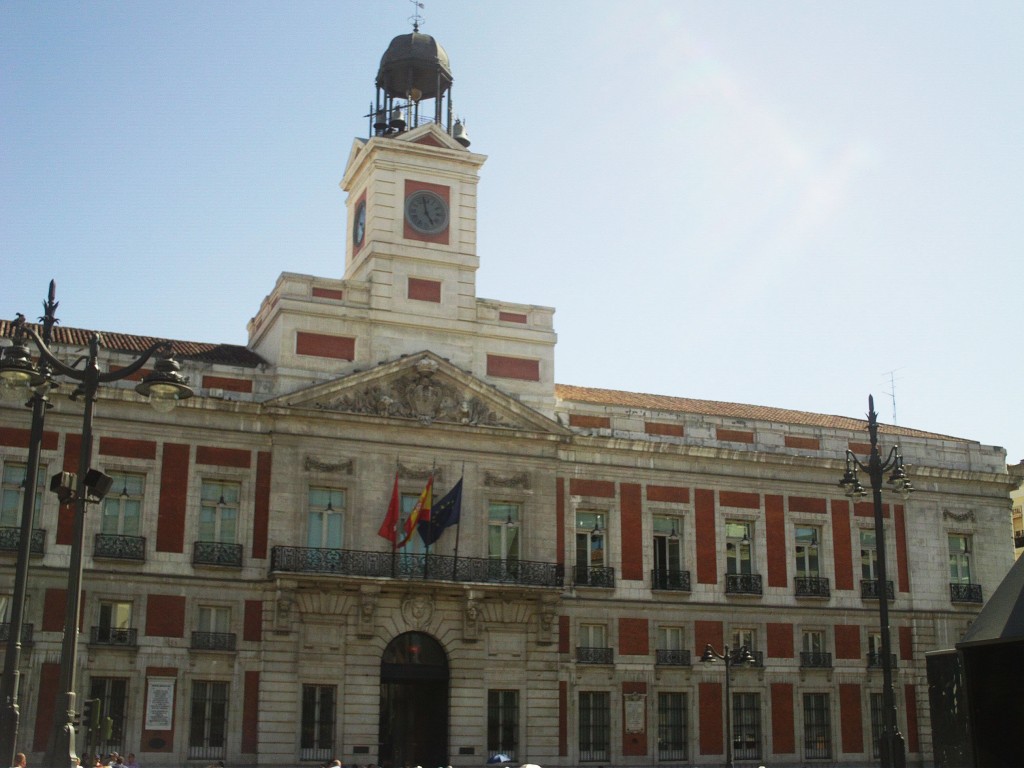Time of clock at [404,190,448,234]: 4:58
